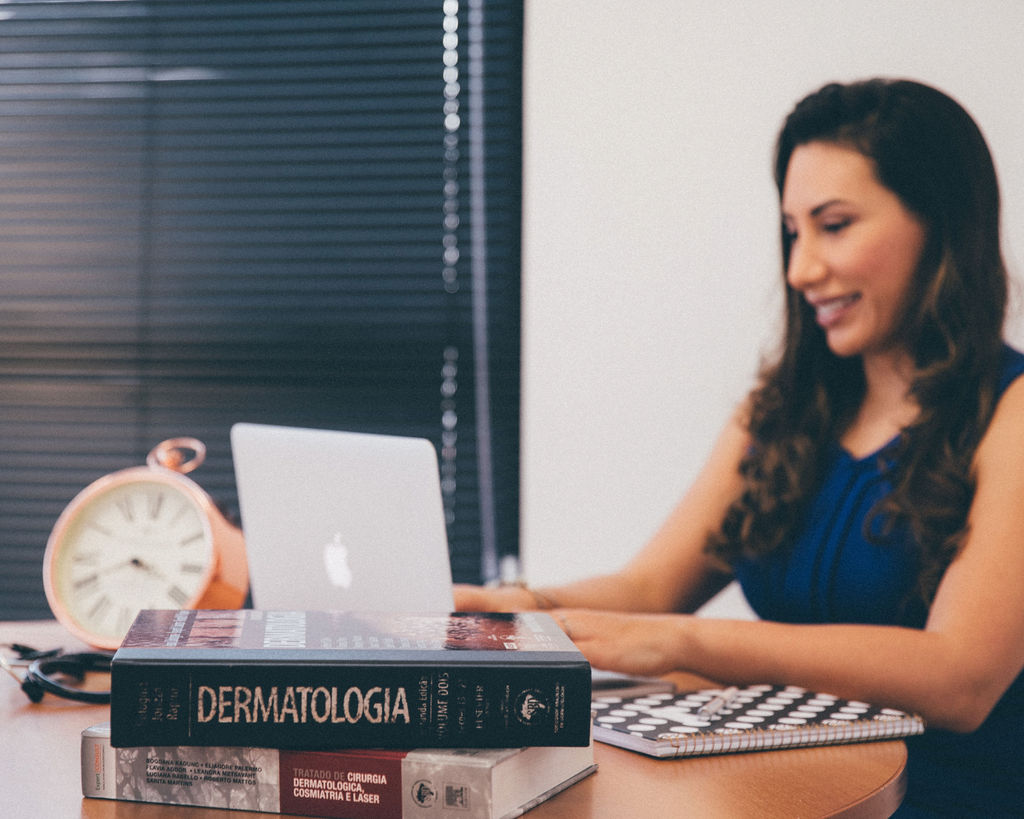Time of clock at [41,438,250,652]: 3:41
